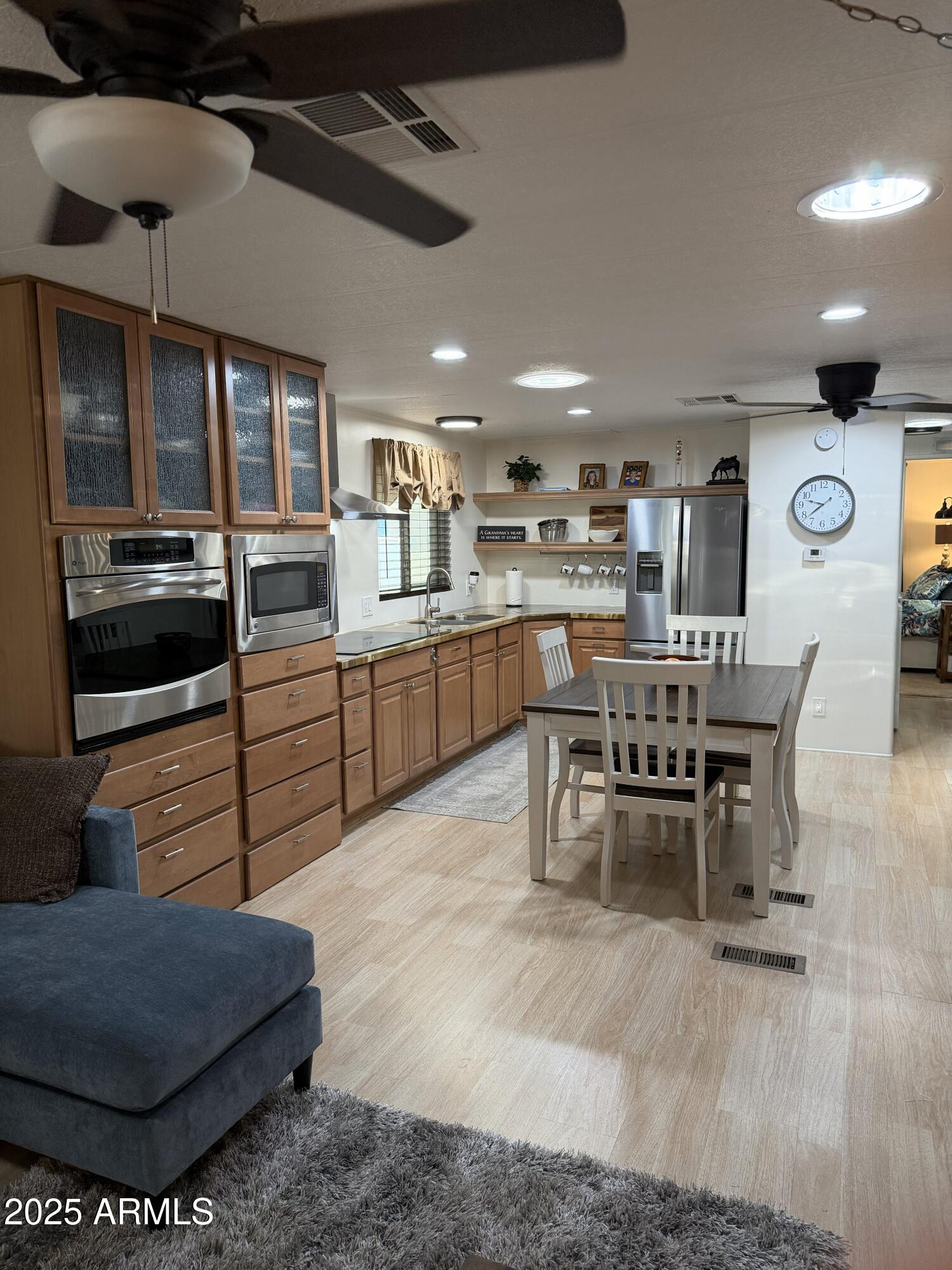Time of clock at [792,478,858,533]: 9:38
